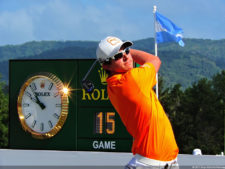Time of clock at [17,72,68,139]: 9:53
